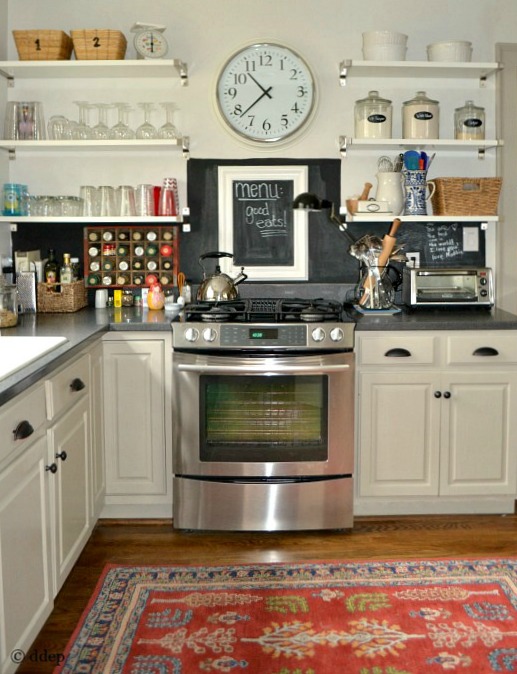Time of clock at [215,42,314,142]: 10:37
